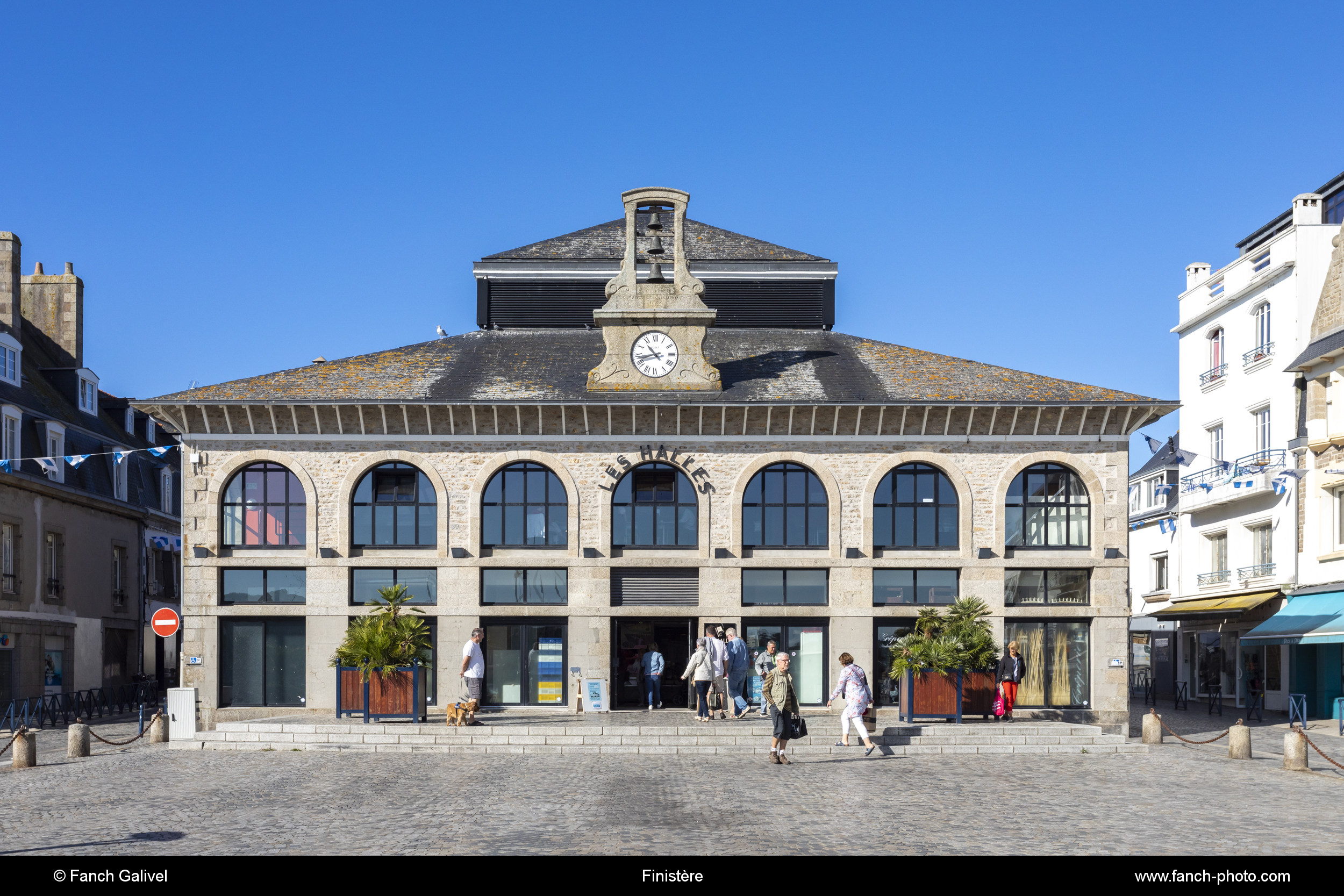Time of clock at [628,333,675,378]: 10:42
